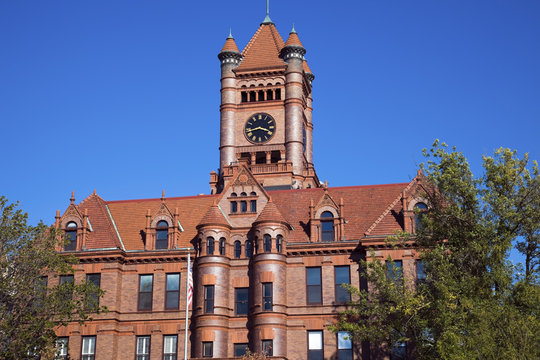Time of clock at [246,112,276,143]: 3:42
